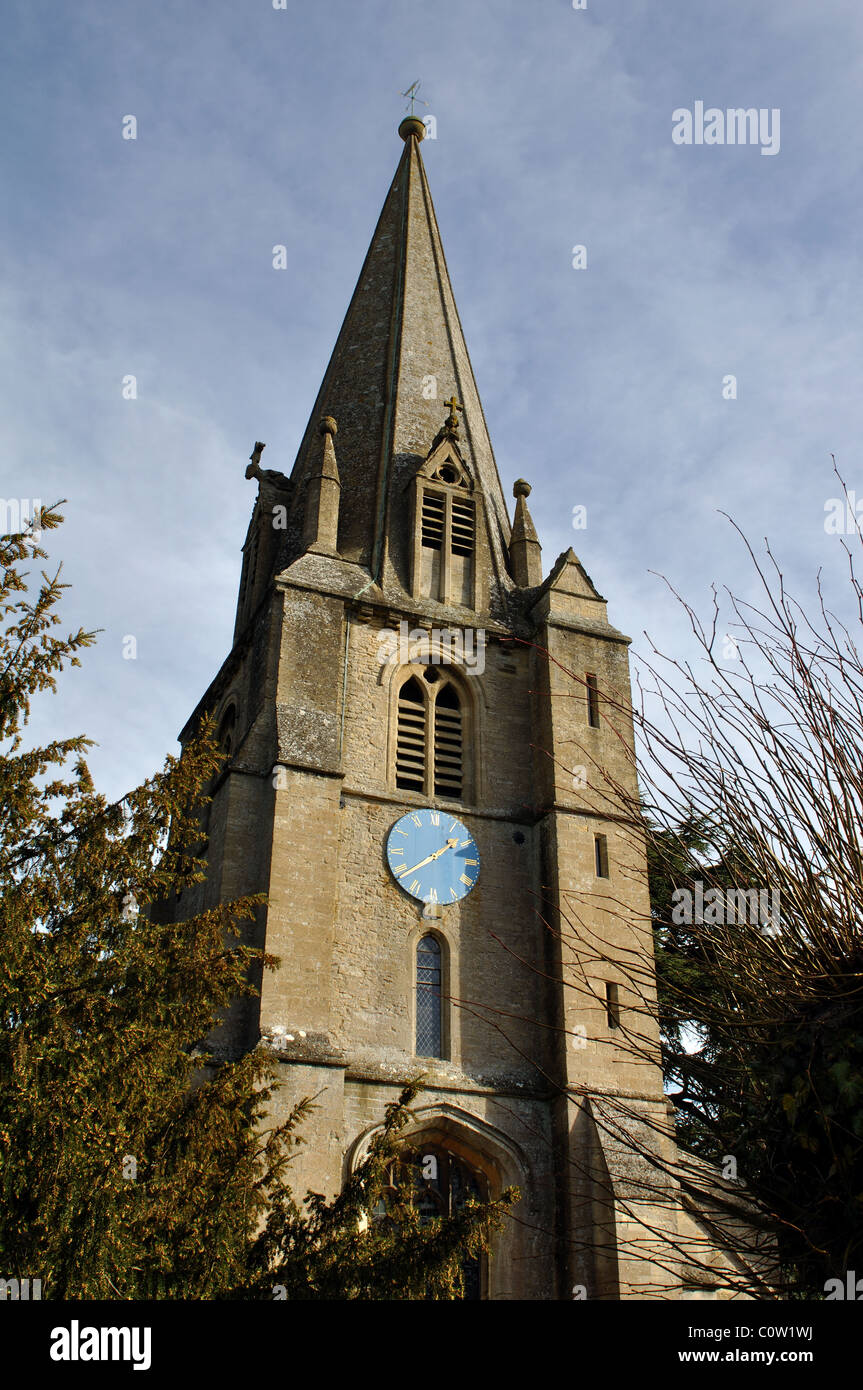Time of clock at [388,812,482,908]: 1:38
